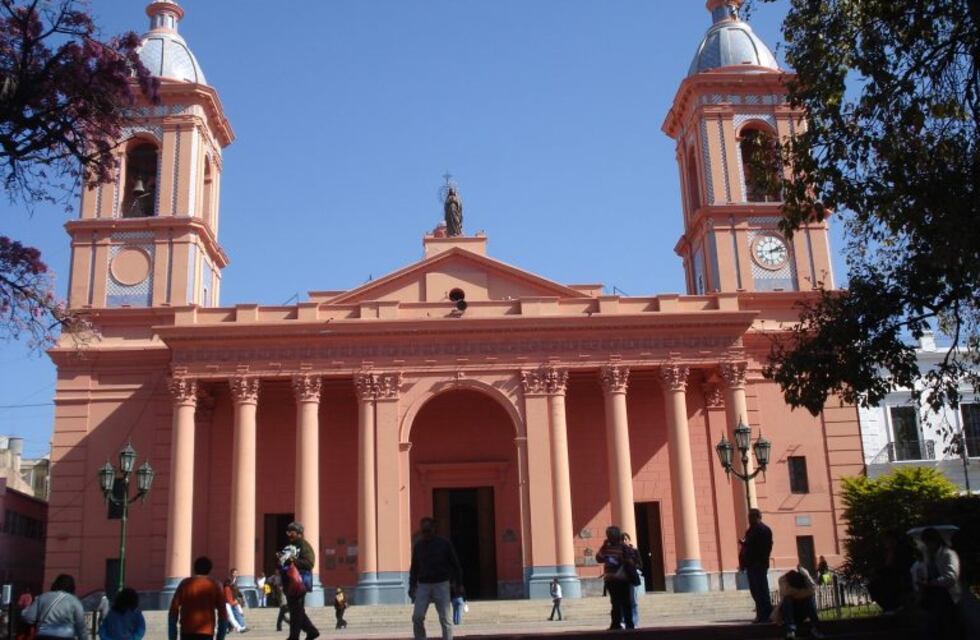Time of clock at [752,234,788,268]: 2:12
